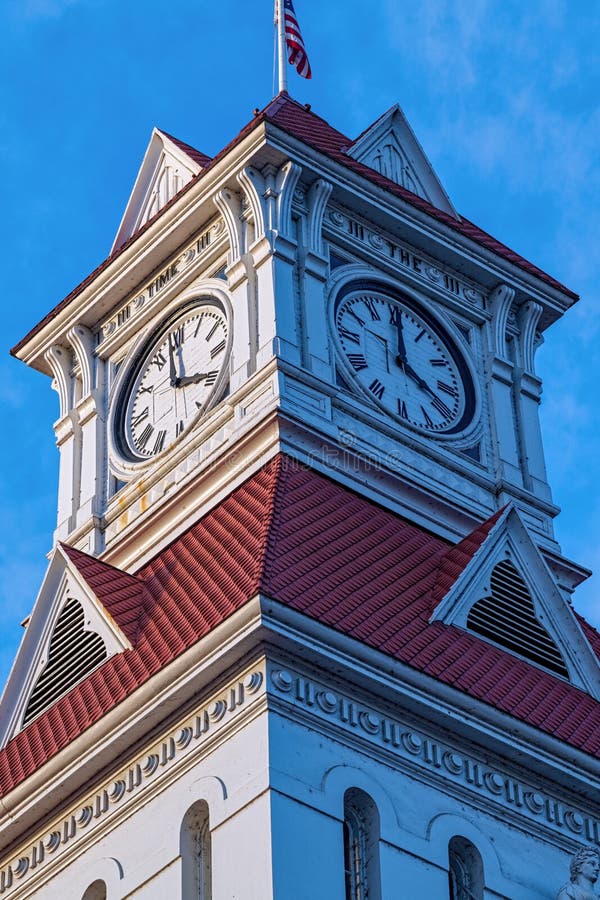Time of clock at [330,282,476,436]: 4:00
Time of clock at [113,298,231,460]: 3:58
